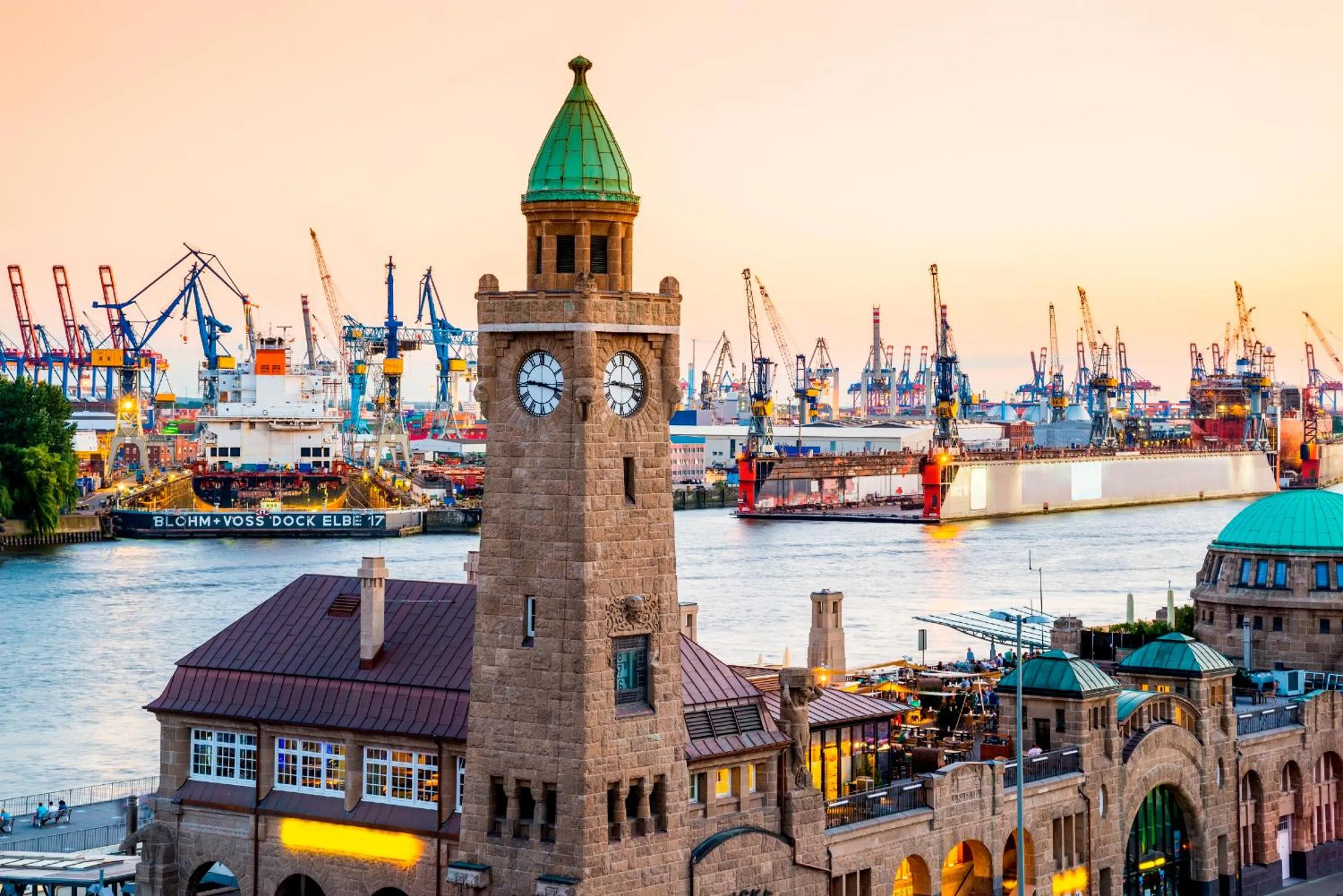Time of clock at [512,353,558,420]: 9:17
